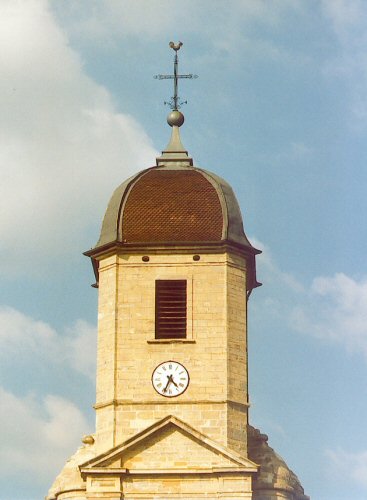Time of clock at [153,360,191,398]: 4:33
